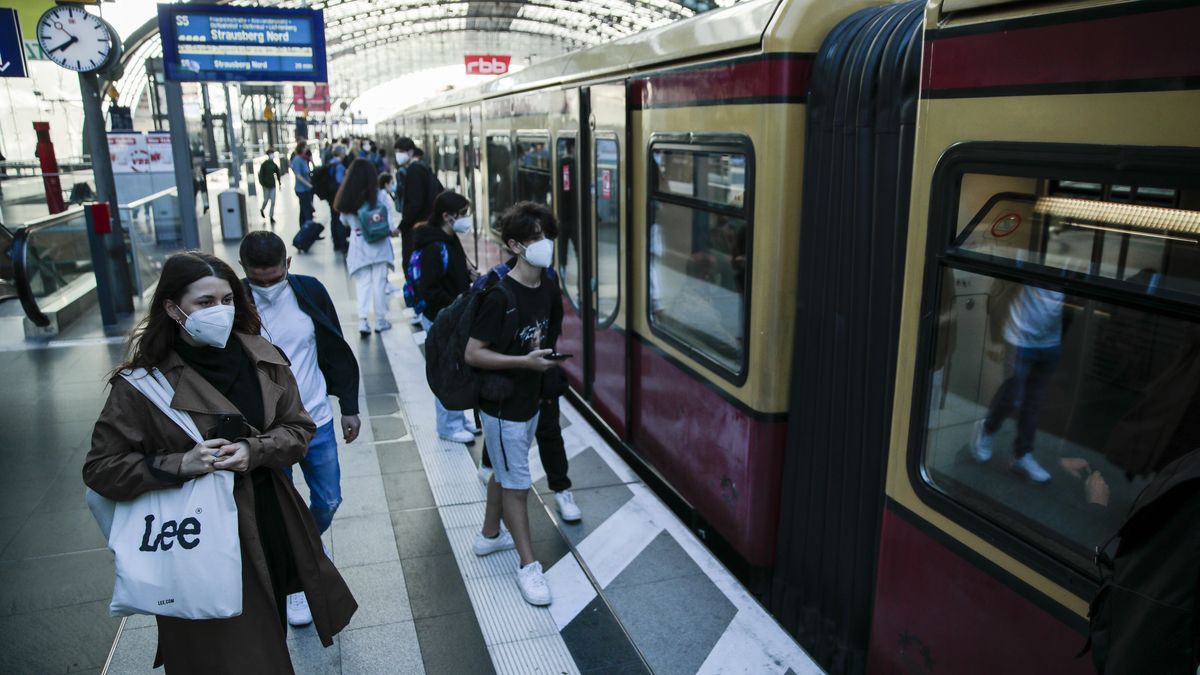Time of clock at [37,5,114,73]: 7:39
